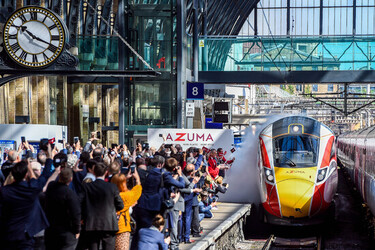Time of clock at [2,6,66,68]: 10:18
